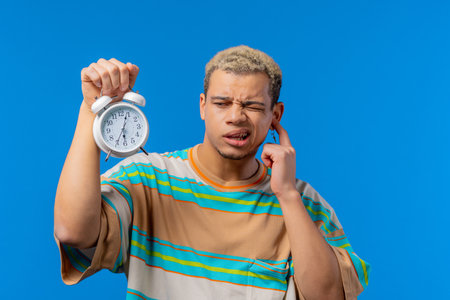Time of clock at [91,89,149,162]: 6:03
